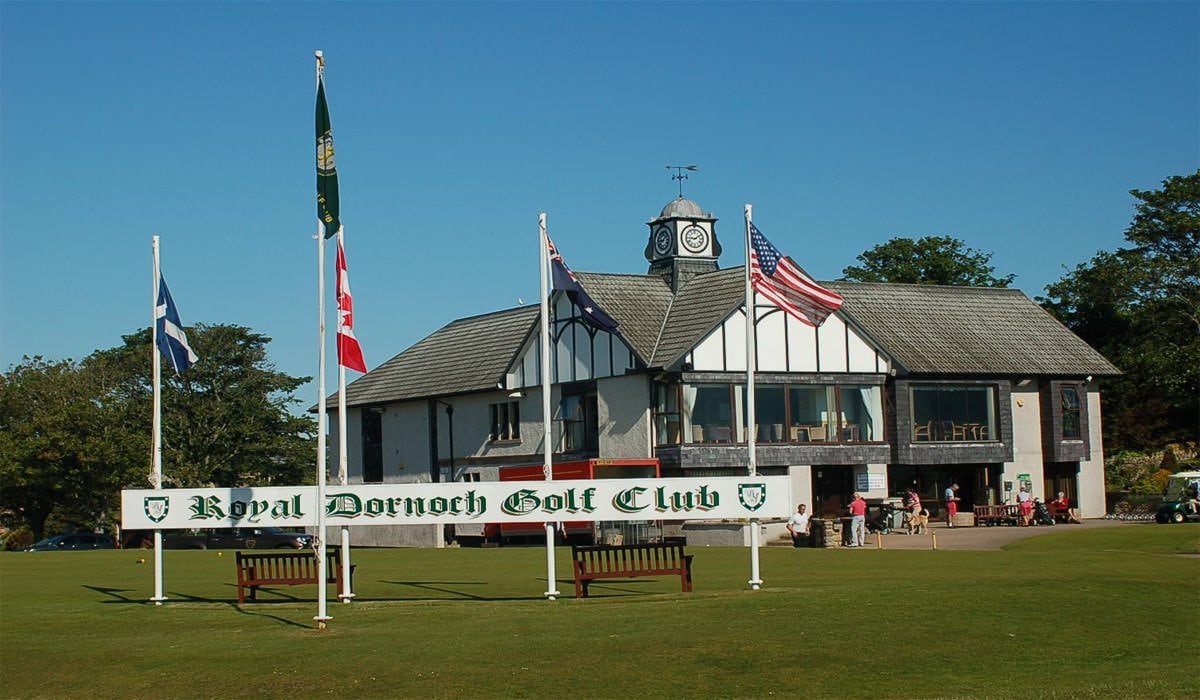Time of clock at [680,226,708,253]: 9:09
